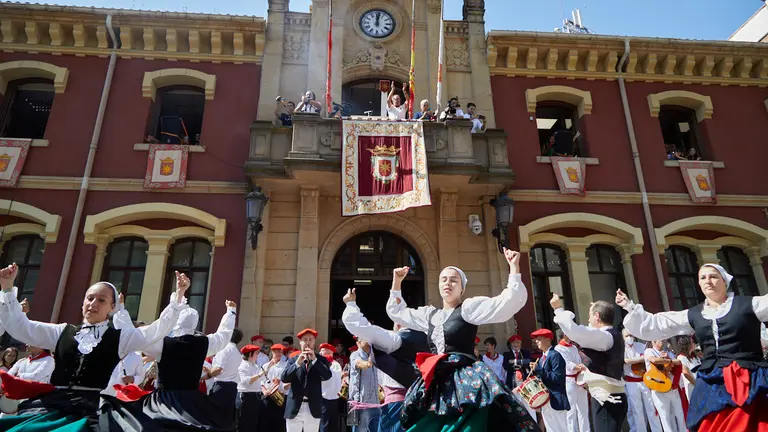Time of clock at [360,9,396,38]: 12:01
